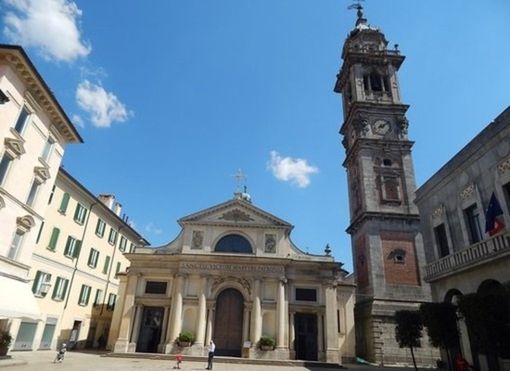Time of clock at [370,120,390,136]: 8:08
